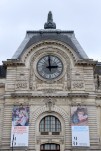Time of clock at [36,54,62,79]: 2:59
